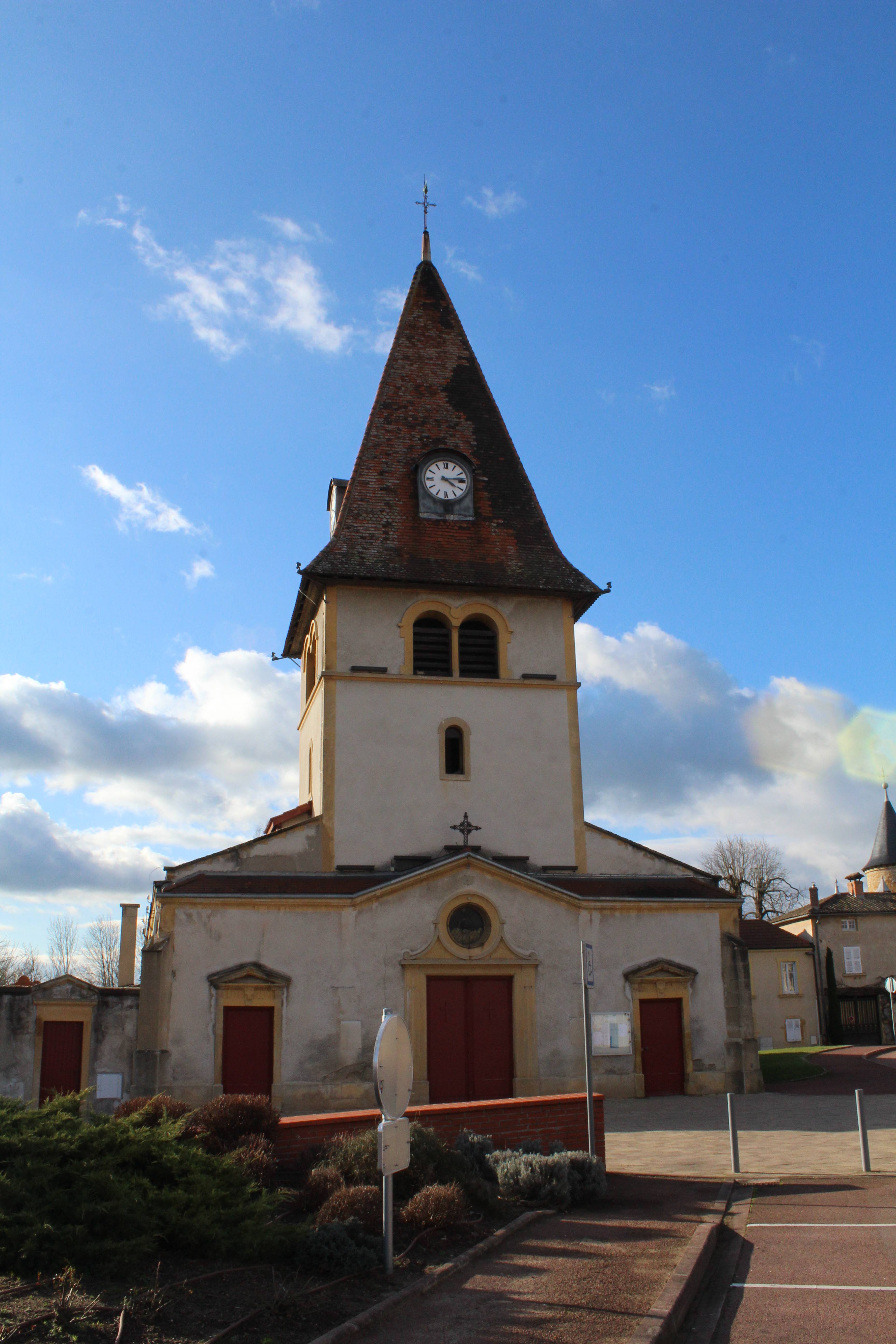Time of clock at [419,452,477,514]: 4:13
